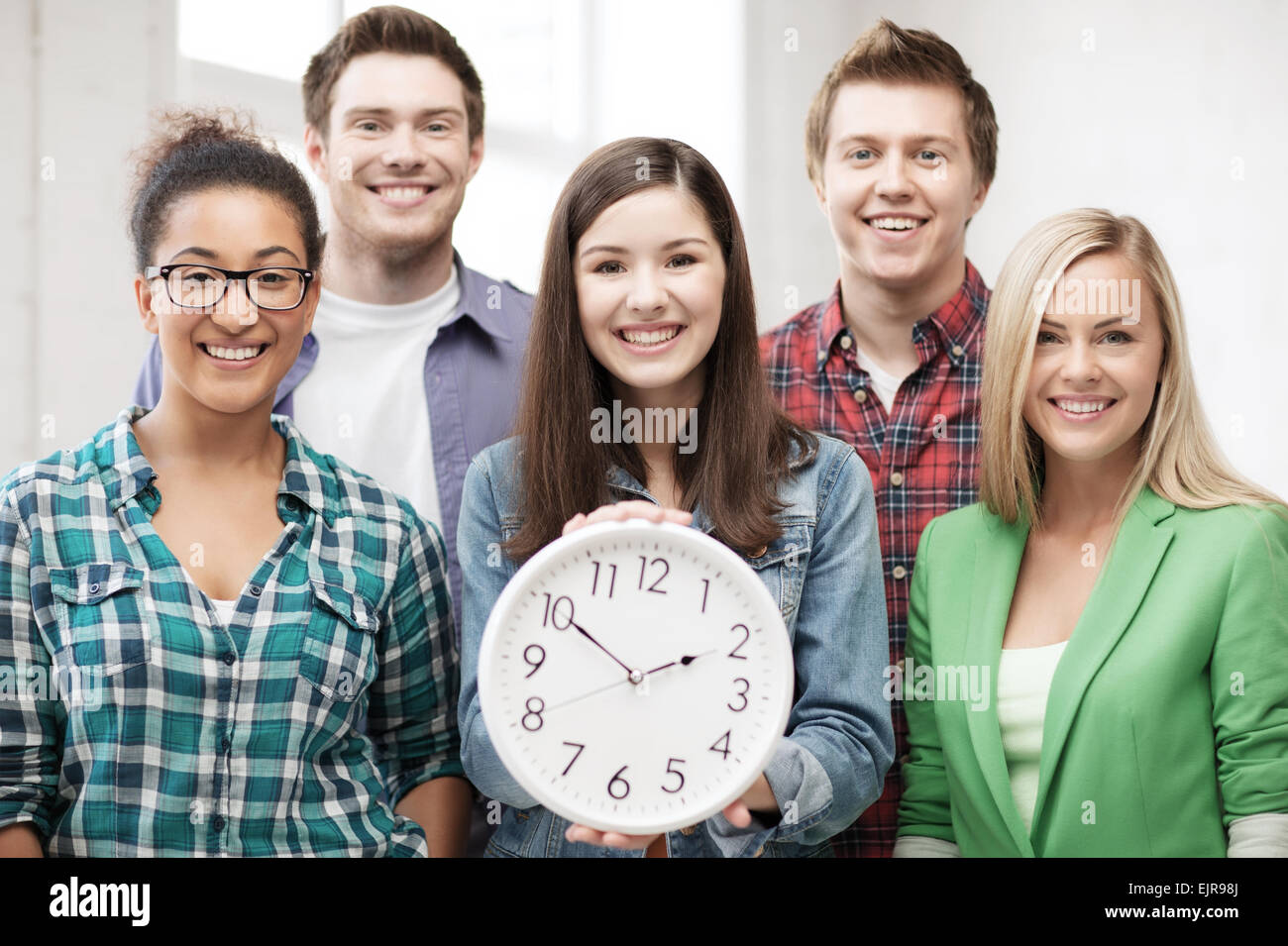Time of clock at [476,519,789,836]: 1:49
